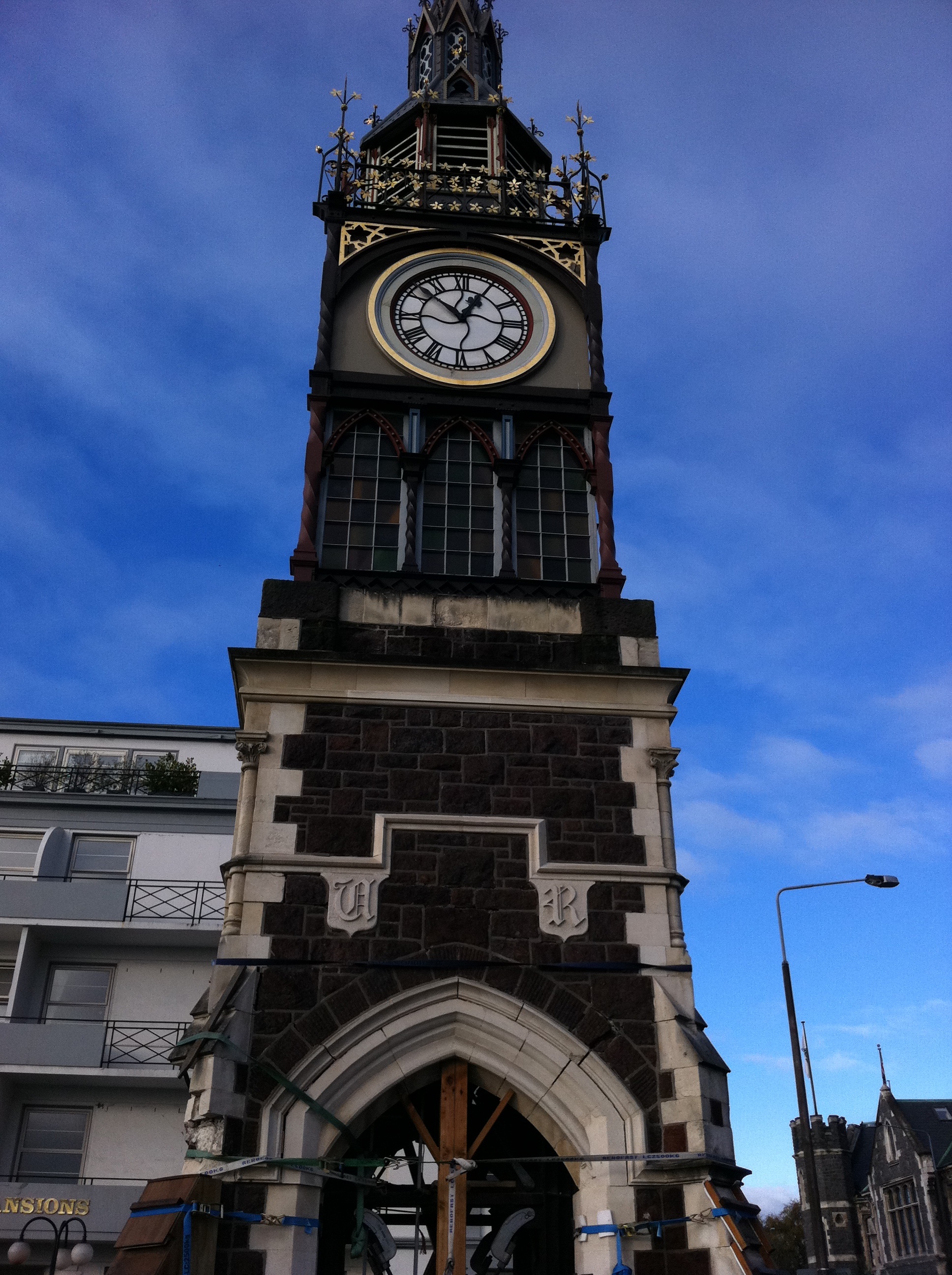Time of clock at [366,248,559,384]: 12:52
